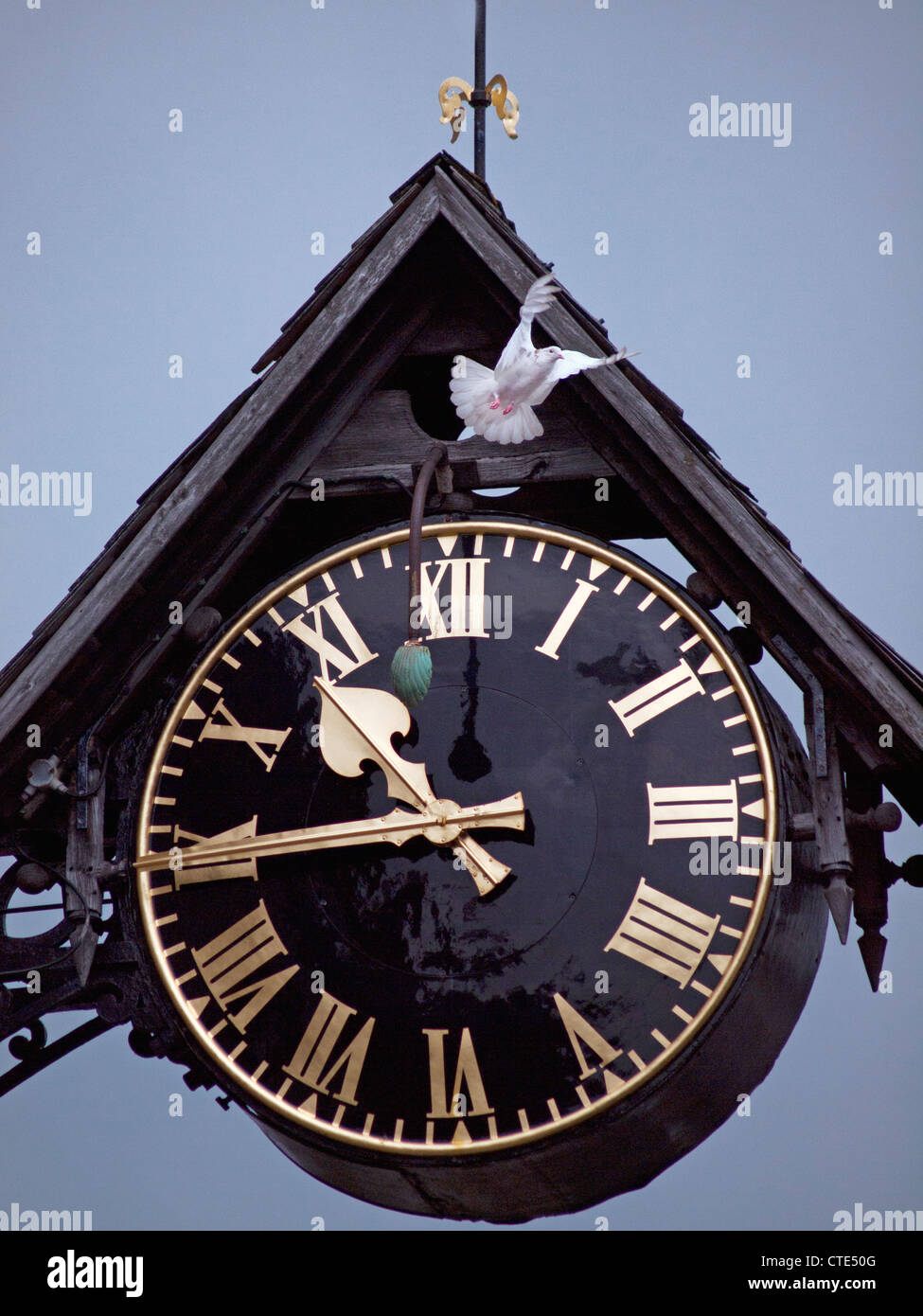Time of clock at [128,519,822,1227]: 10:45
